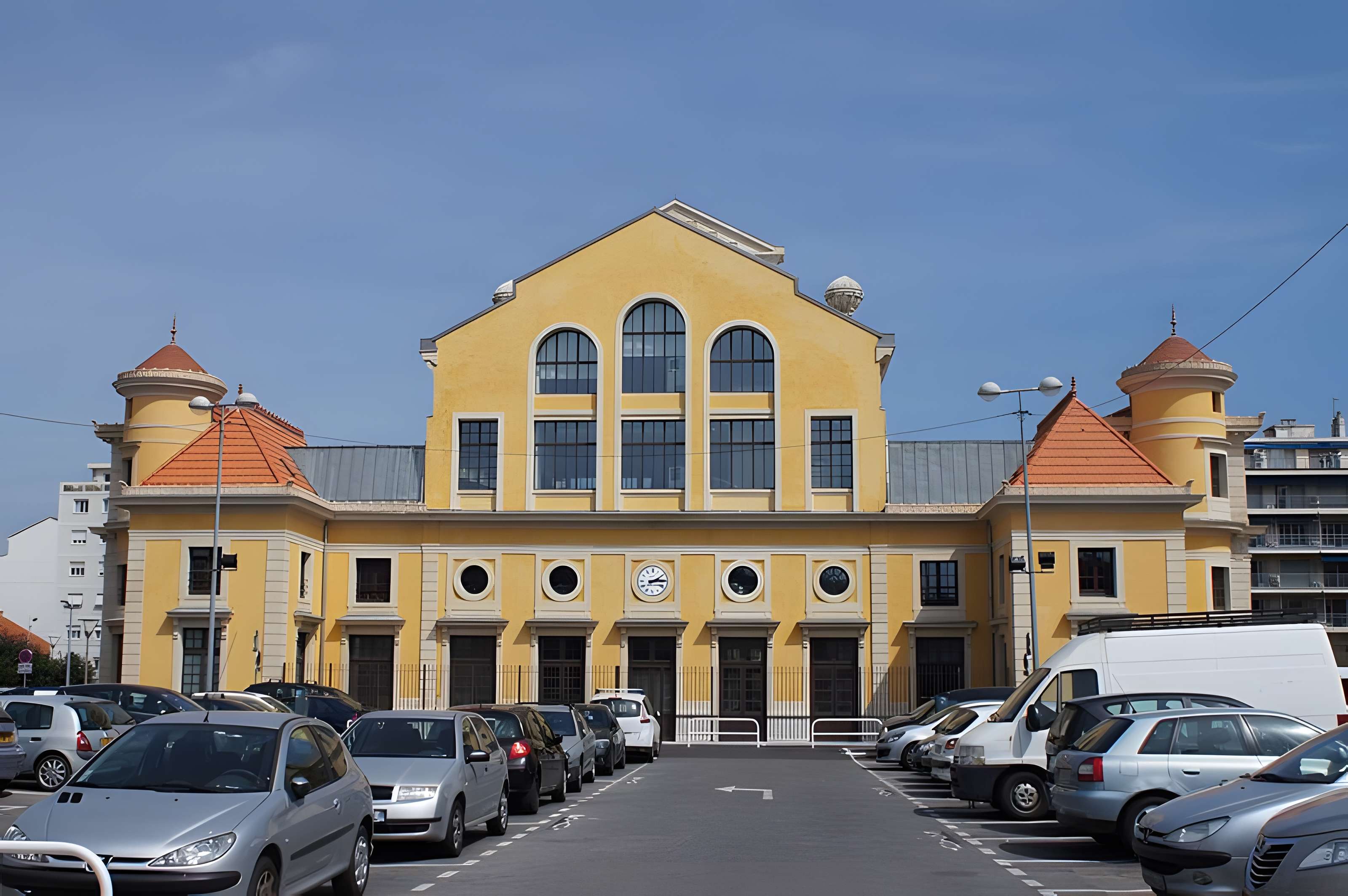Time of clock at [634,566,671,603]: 3:09
